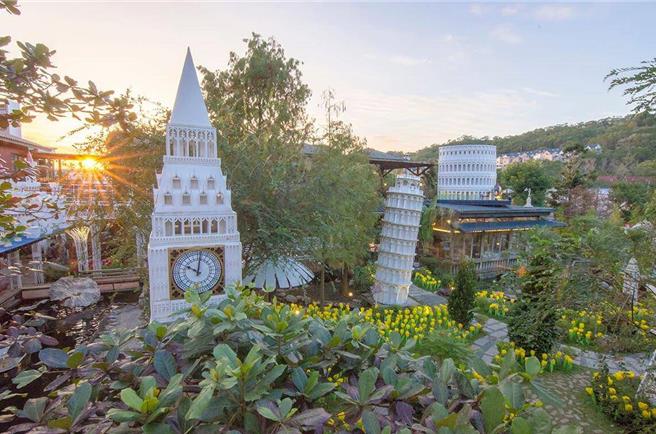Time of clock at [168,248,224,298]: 10:00
